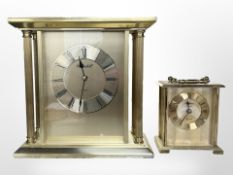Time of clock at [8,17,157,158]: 11:32
